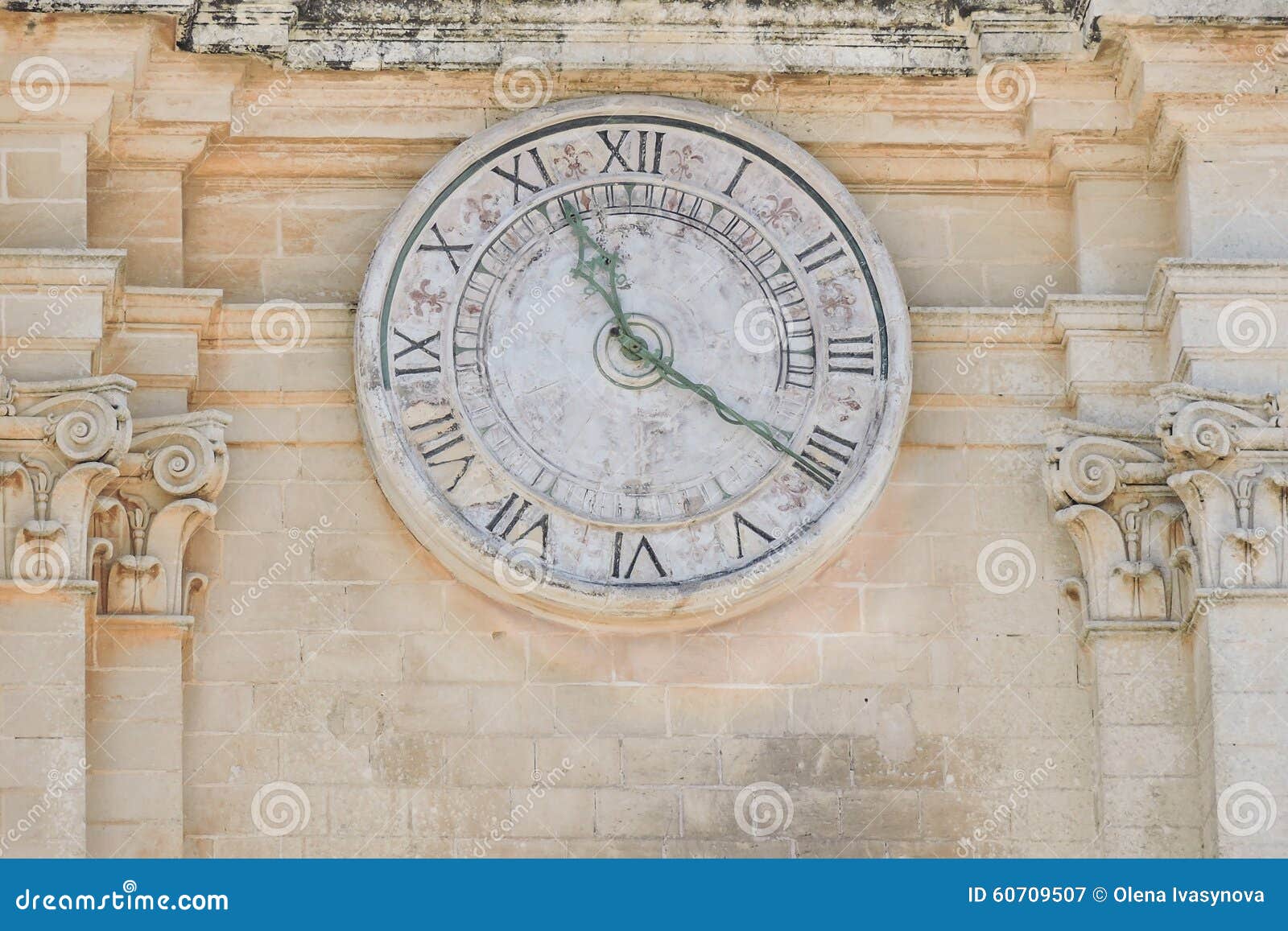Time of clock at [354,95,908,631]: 11:20
